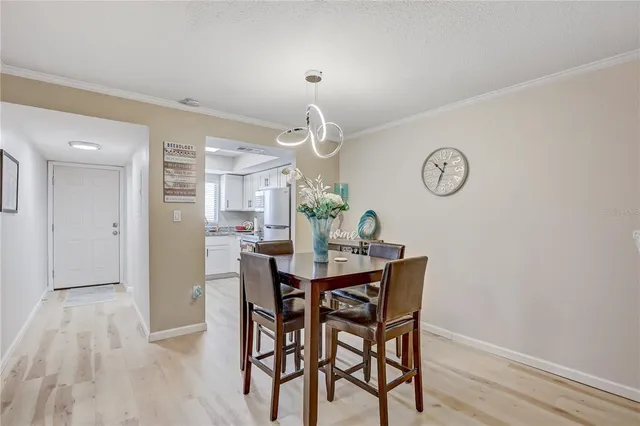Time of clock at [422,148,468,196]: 10:34
